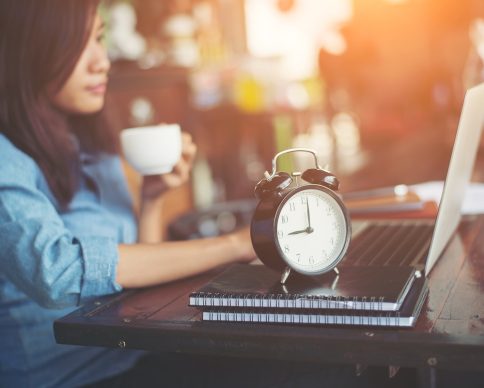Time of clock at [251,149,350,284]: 9:01
